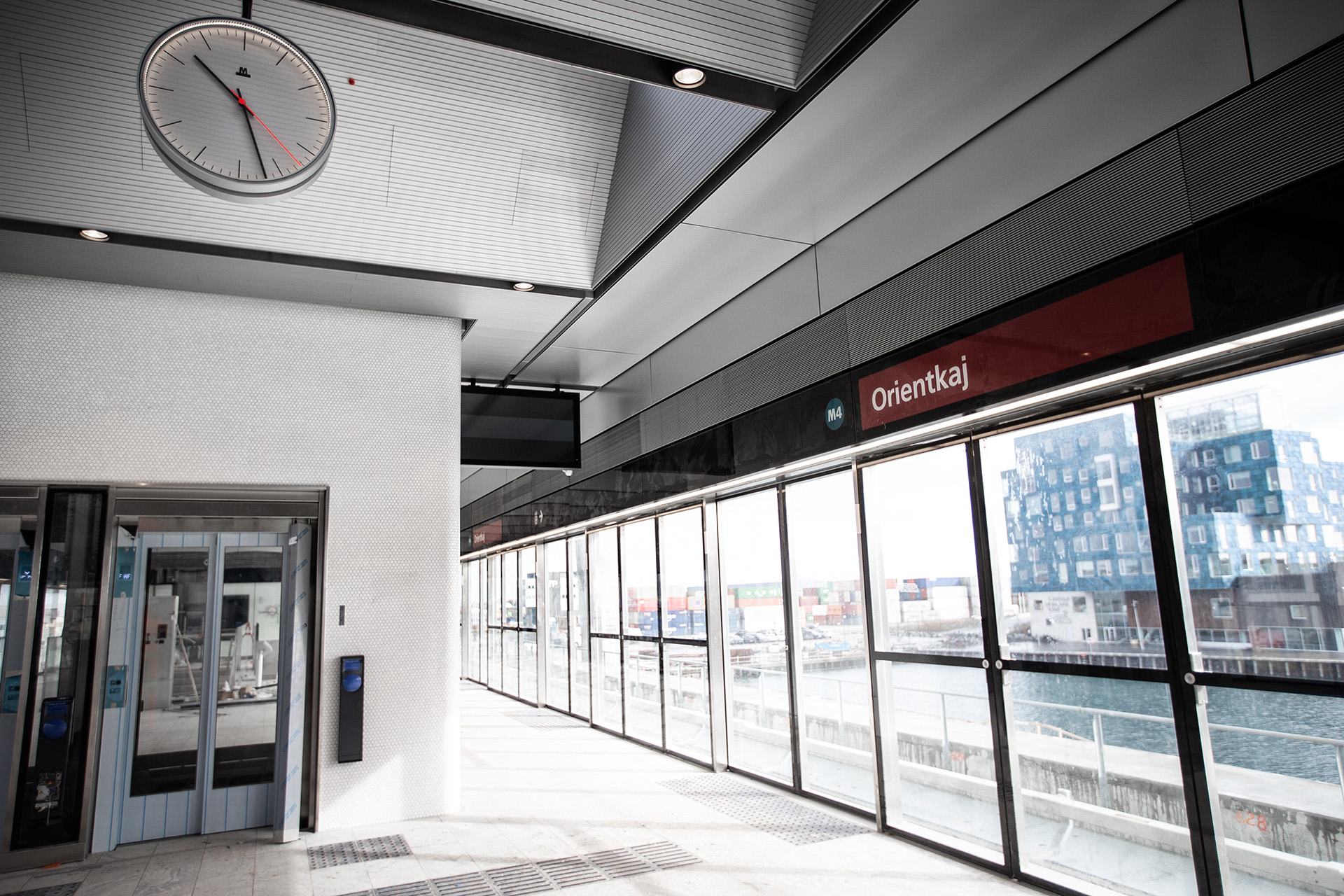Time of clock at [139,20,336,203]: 10:26
